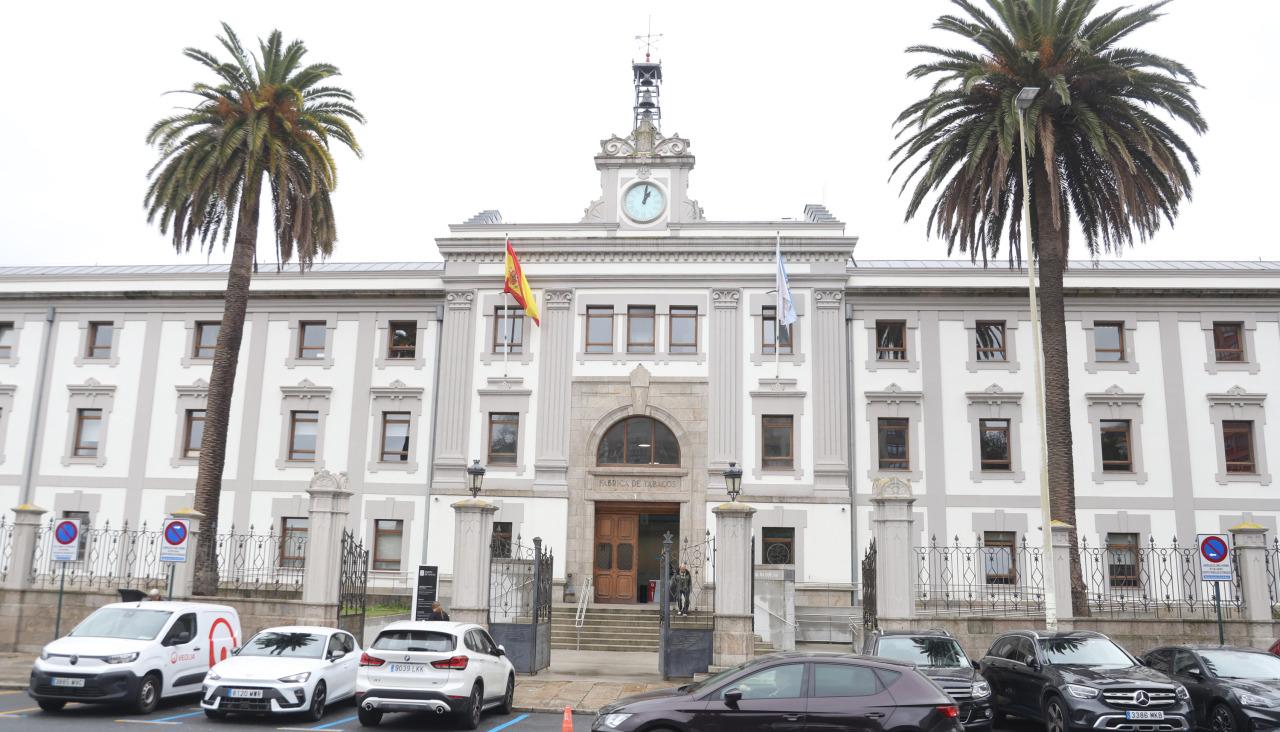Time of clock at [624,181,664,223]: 1:01
